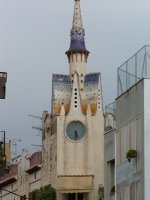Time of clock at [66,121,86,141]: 5:30
